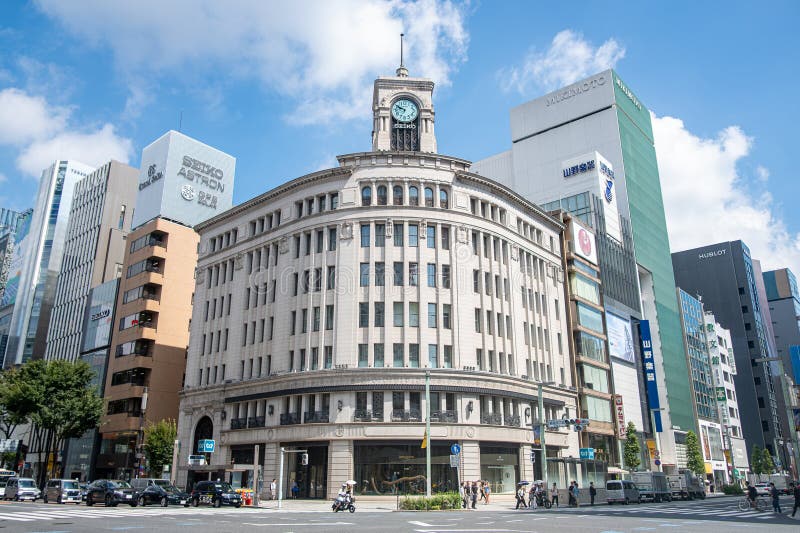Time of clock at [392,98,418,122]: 9:50
